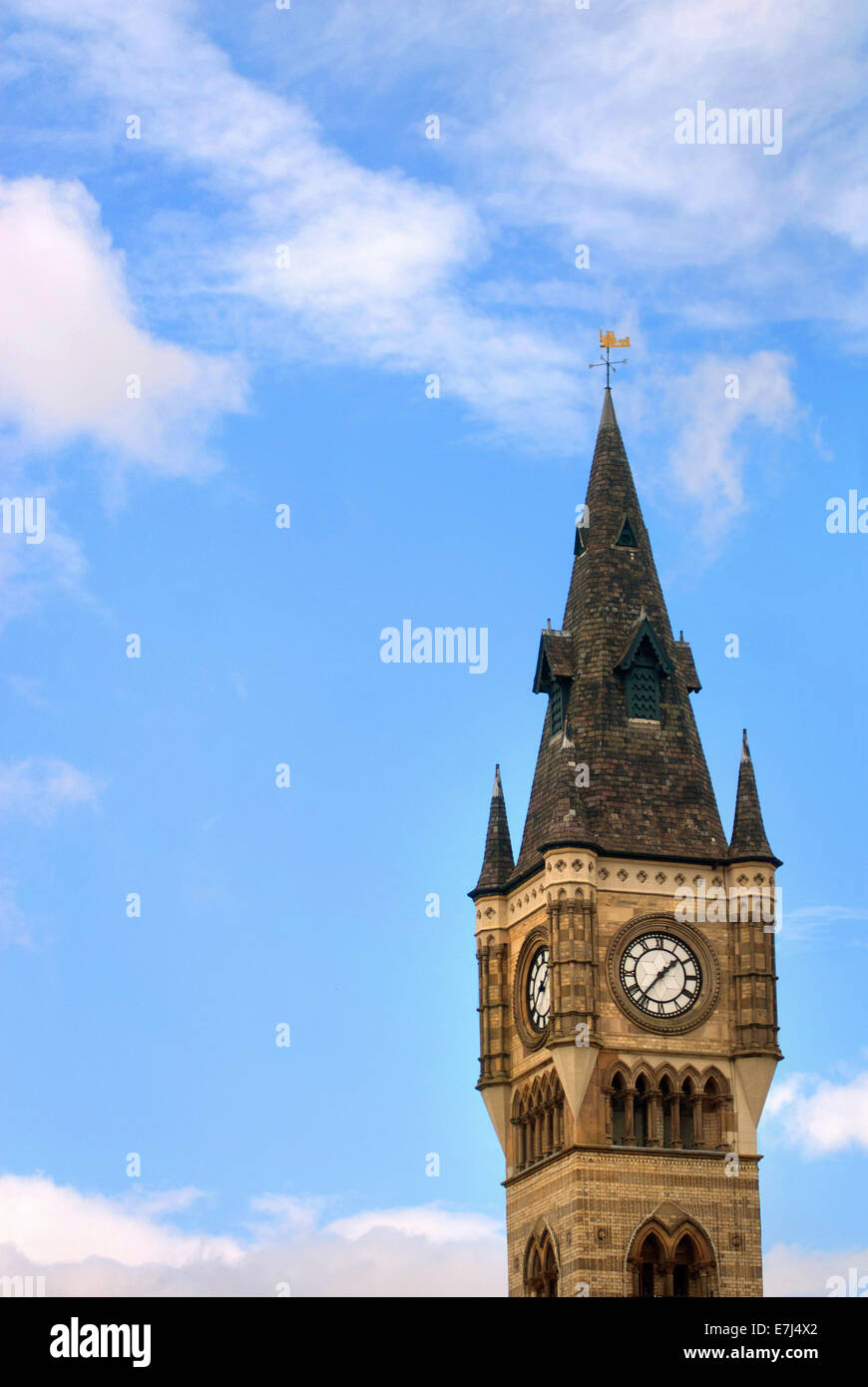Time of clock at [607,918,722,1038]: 1:36
